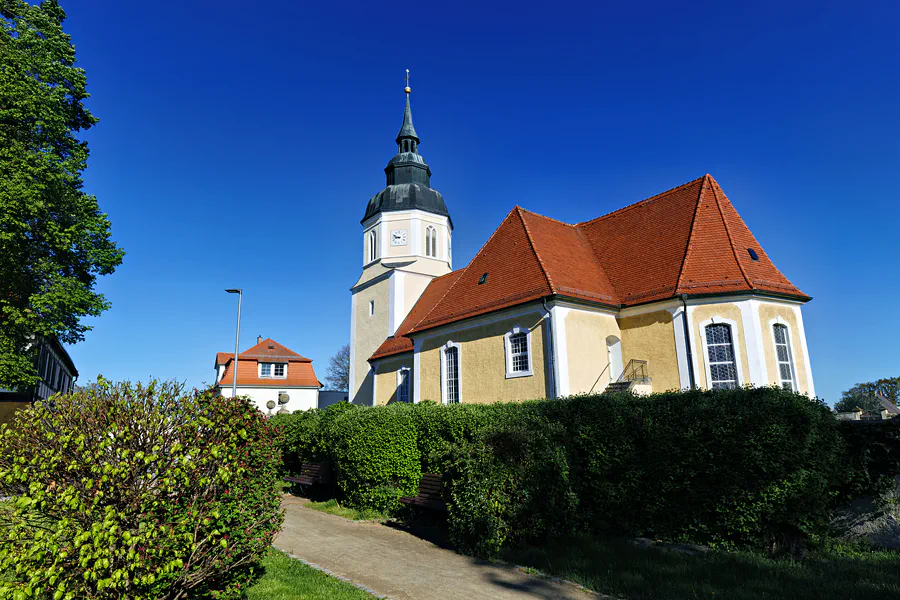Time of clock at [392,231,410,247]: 8:49
